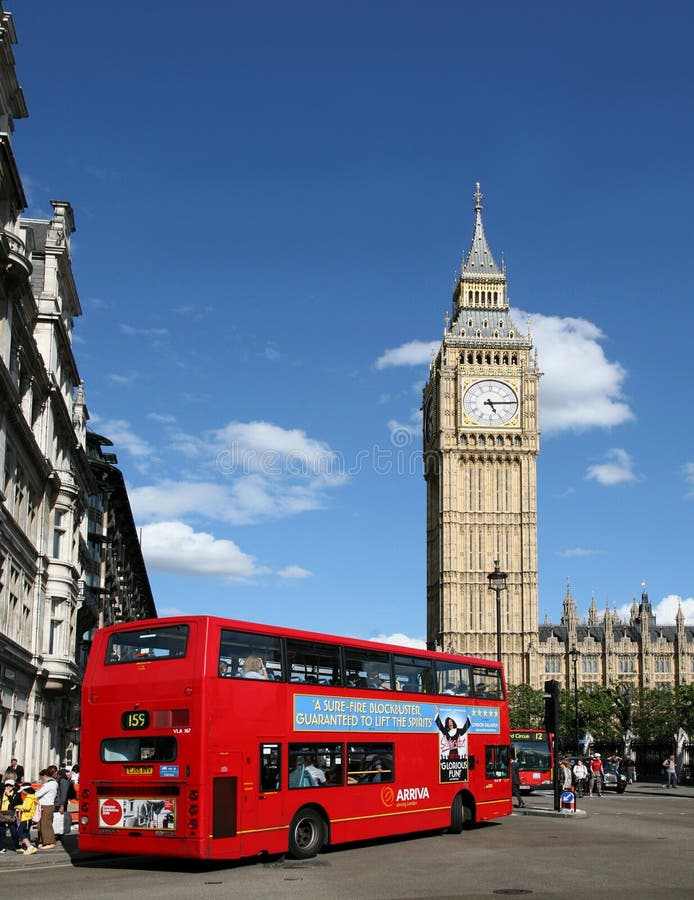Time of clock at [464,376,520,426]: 5:14
